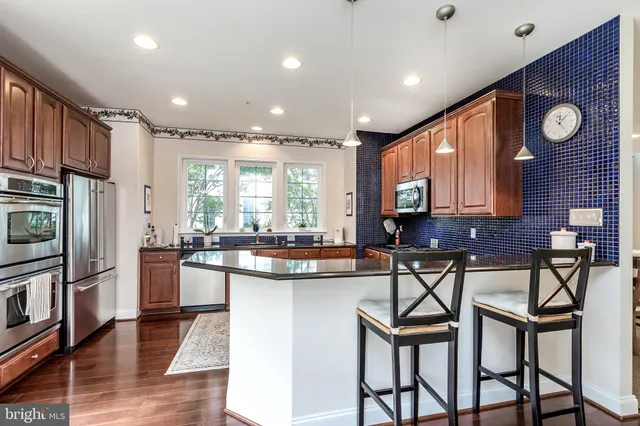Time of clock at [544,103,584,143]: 12:07
